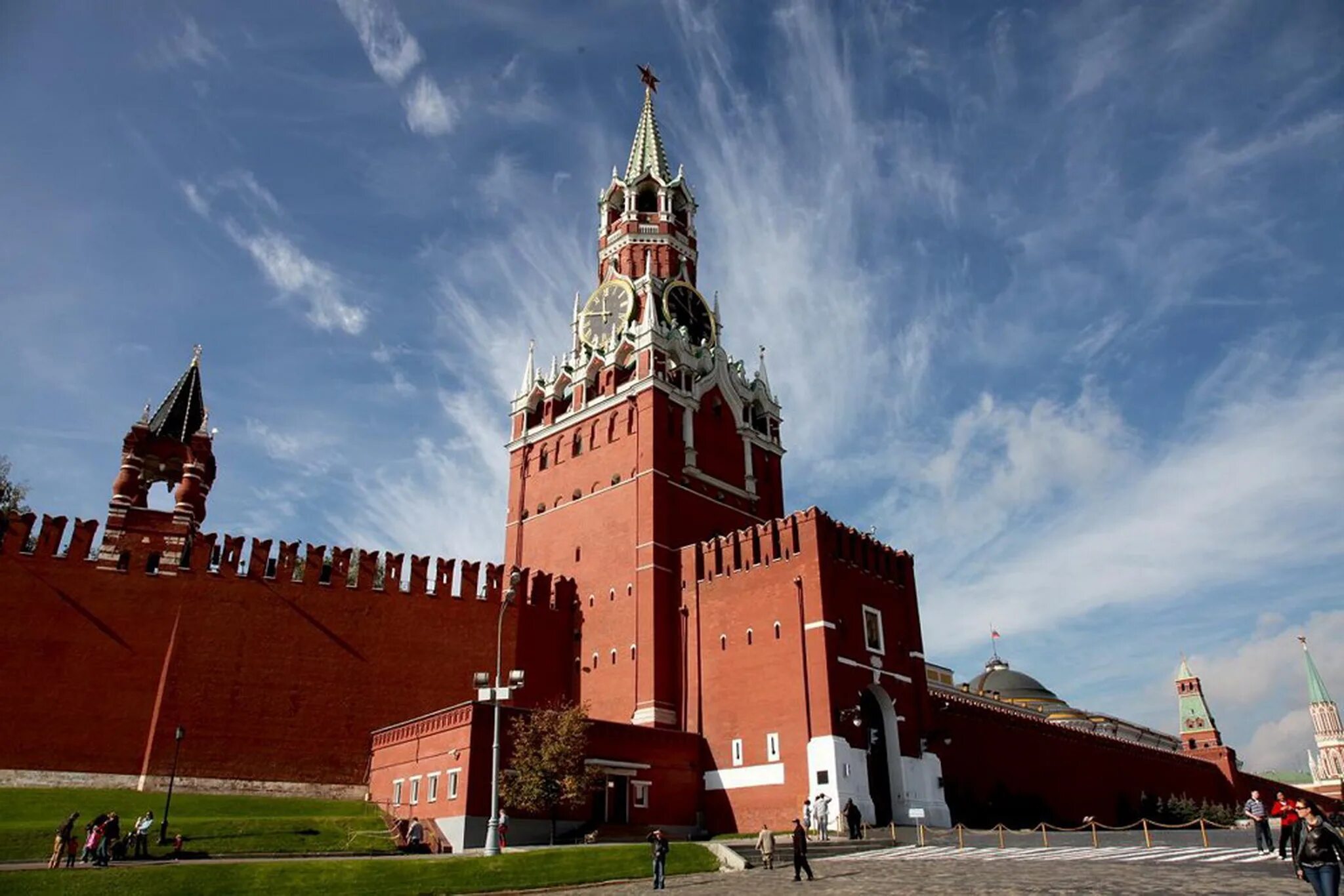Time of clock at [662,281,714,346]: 11:50
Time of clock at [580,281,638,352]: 11:46
